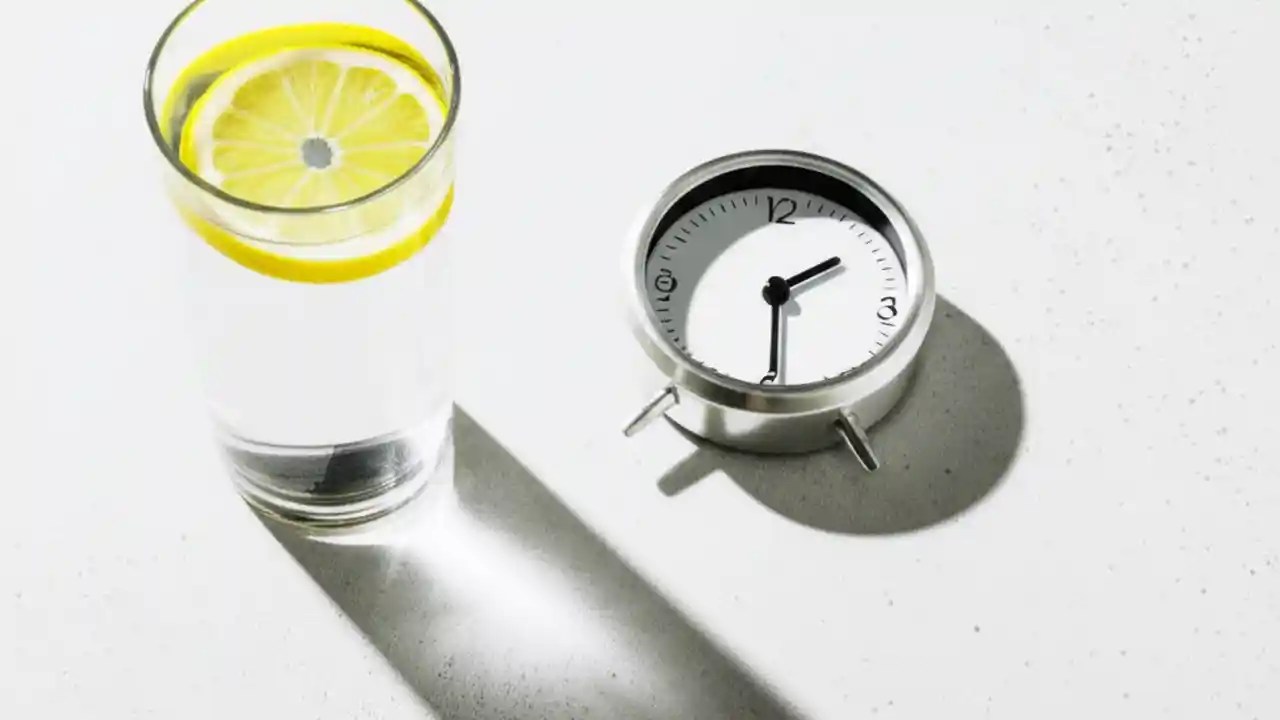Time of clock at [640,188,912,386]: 1:29
